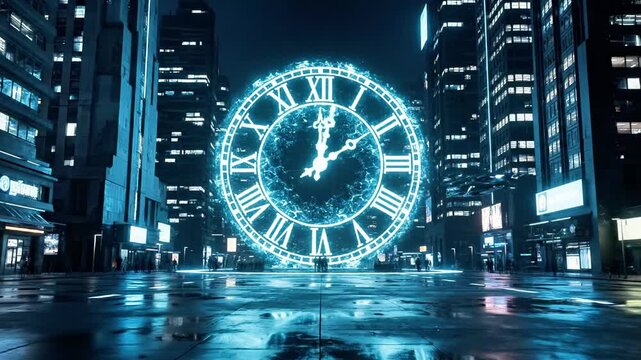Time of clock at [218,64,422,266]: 12:09
